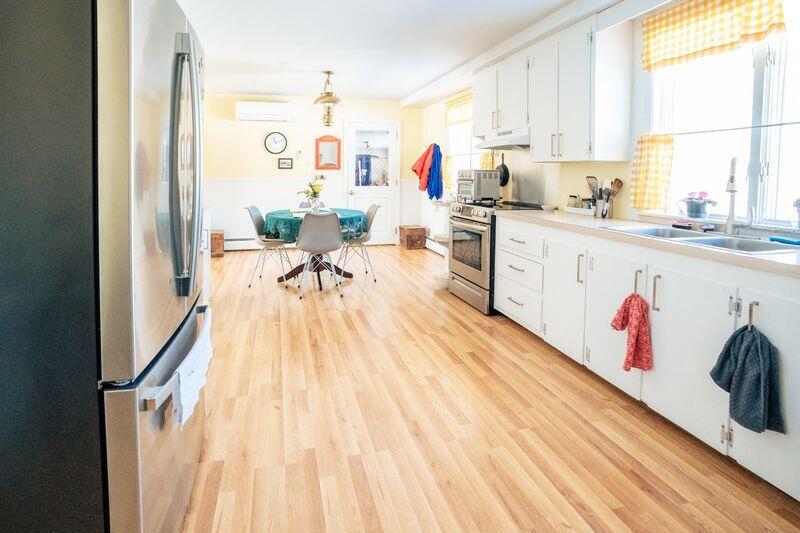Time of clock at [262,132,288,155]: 11:11
